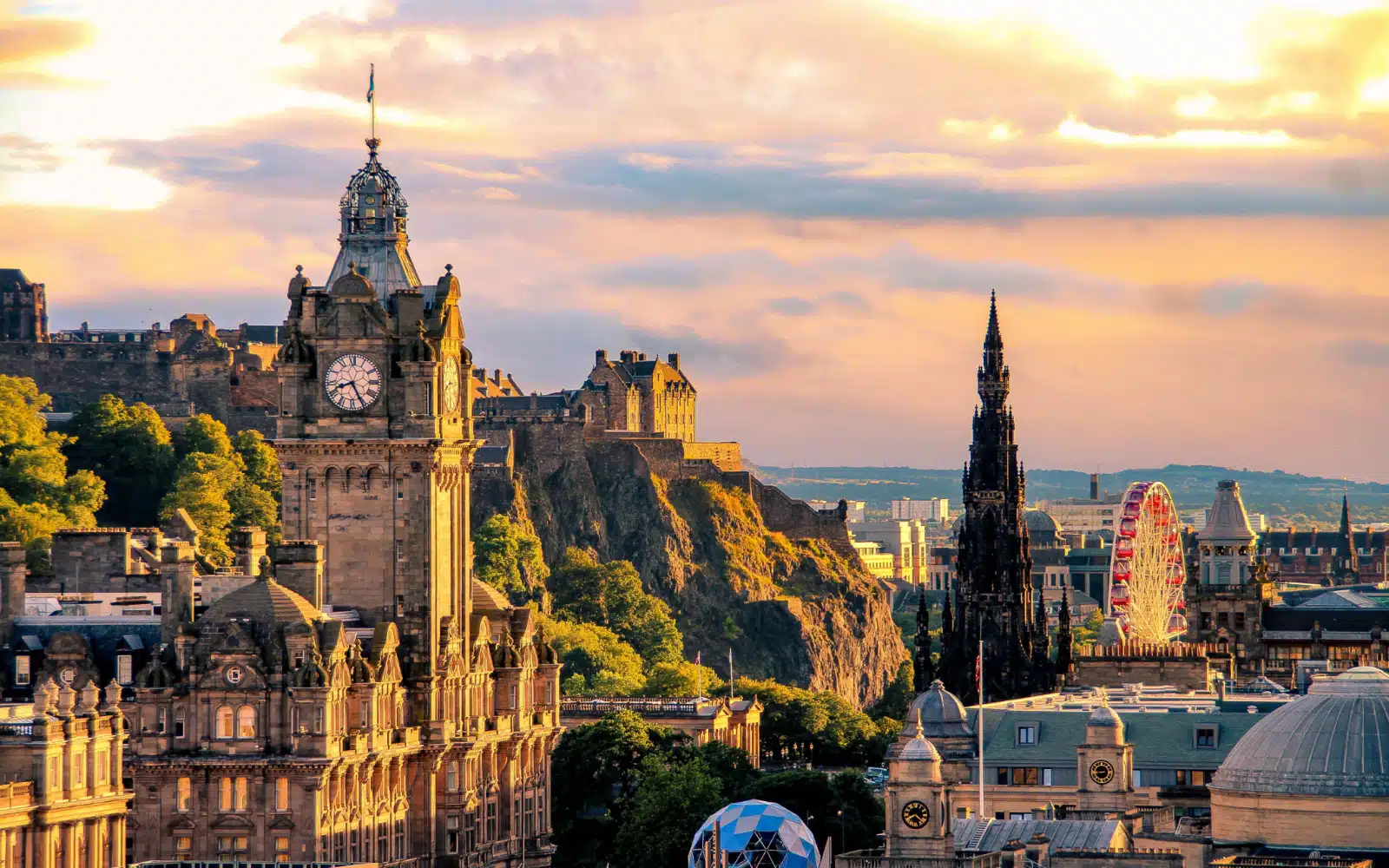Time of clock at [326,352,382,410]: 8:25
